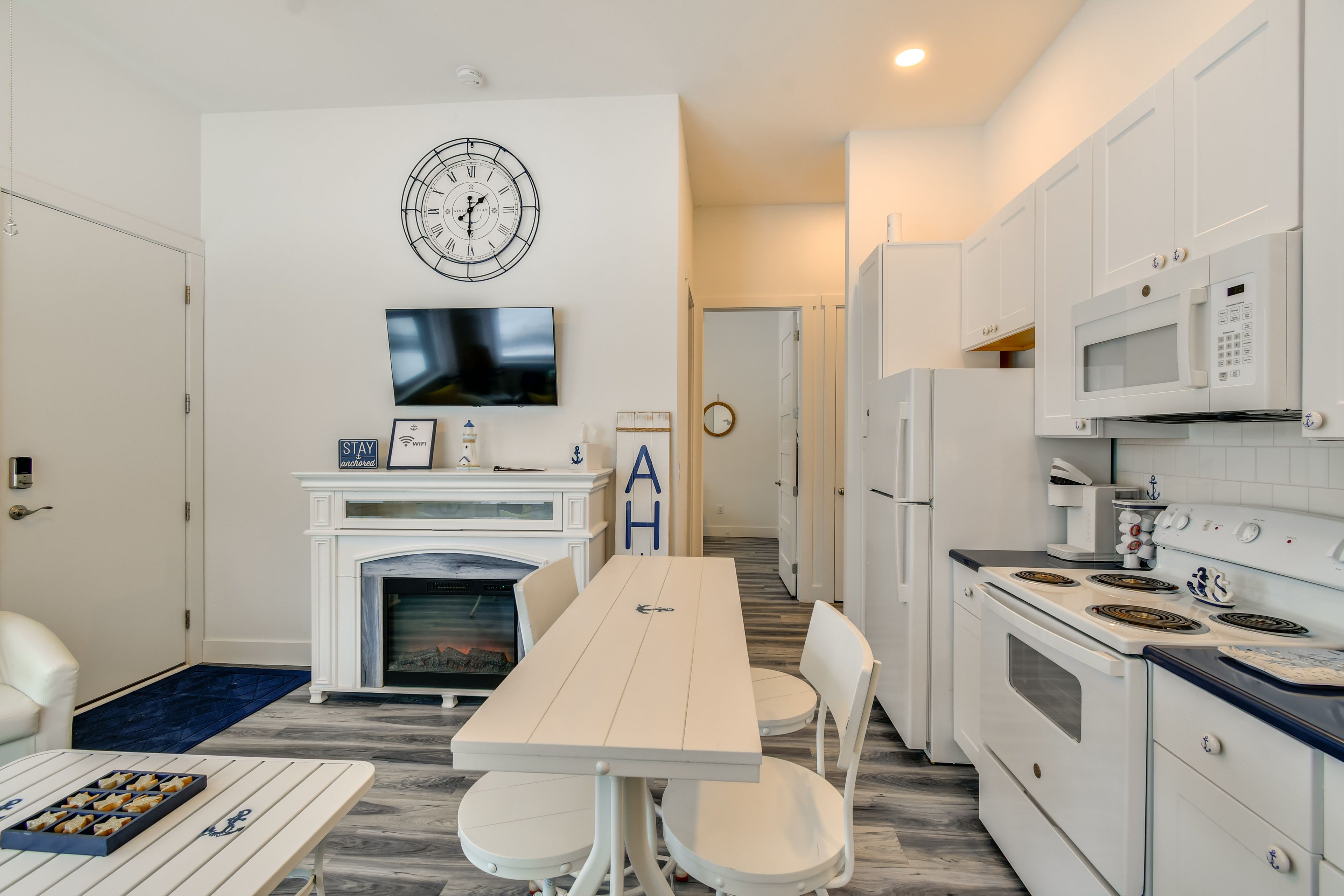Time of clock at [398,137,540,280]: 1:30
